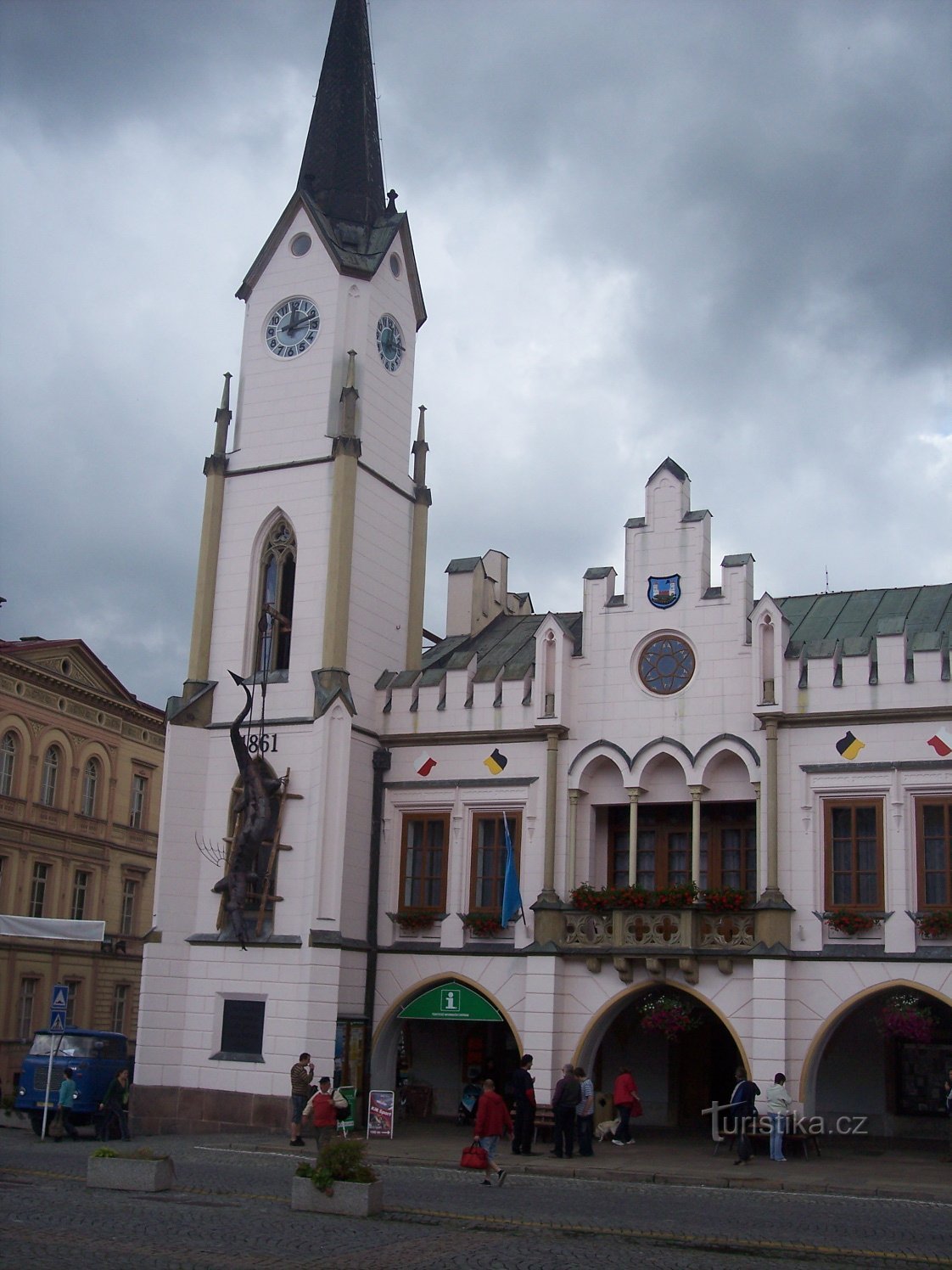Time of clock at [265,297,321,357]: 12:12
